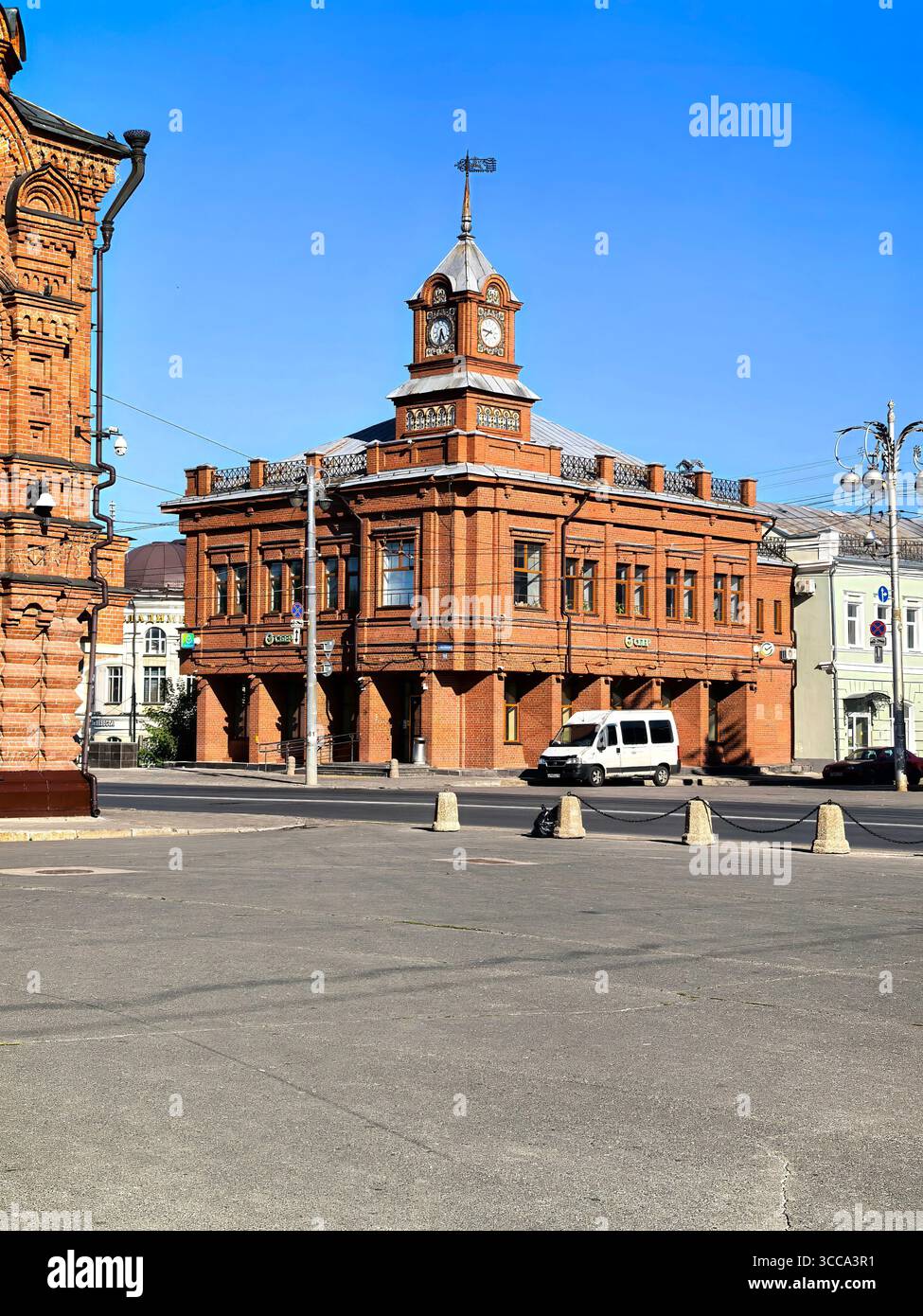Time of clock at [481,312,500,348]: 7:46
